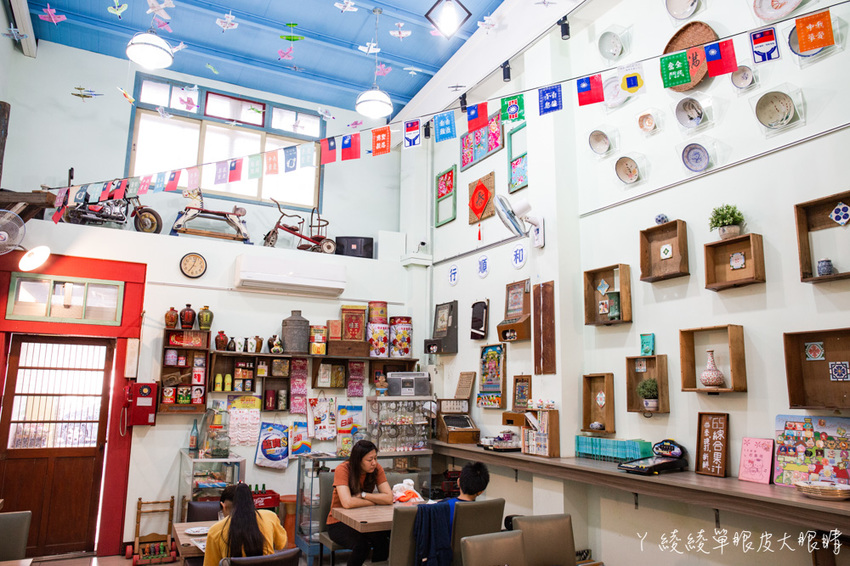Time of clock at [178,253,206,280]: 7:02
